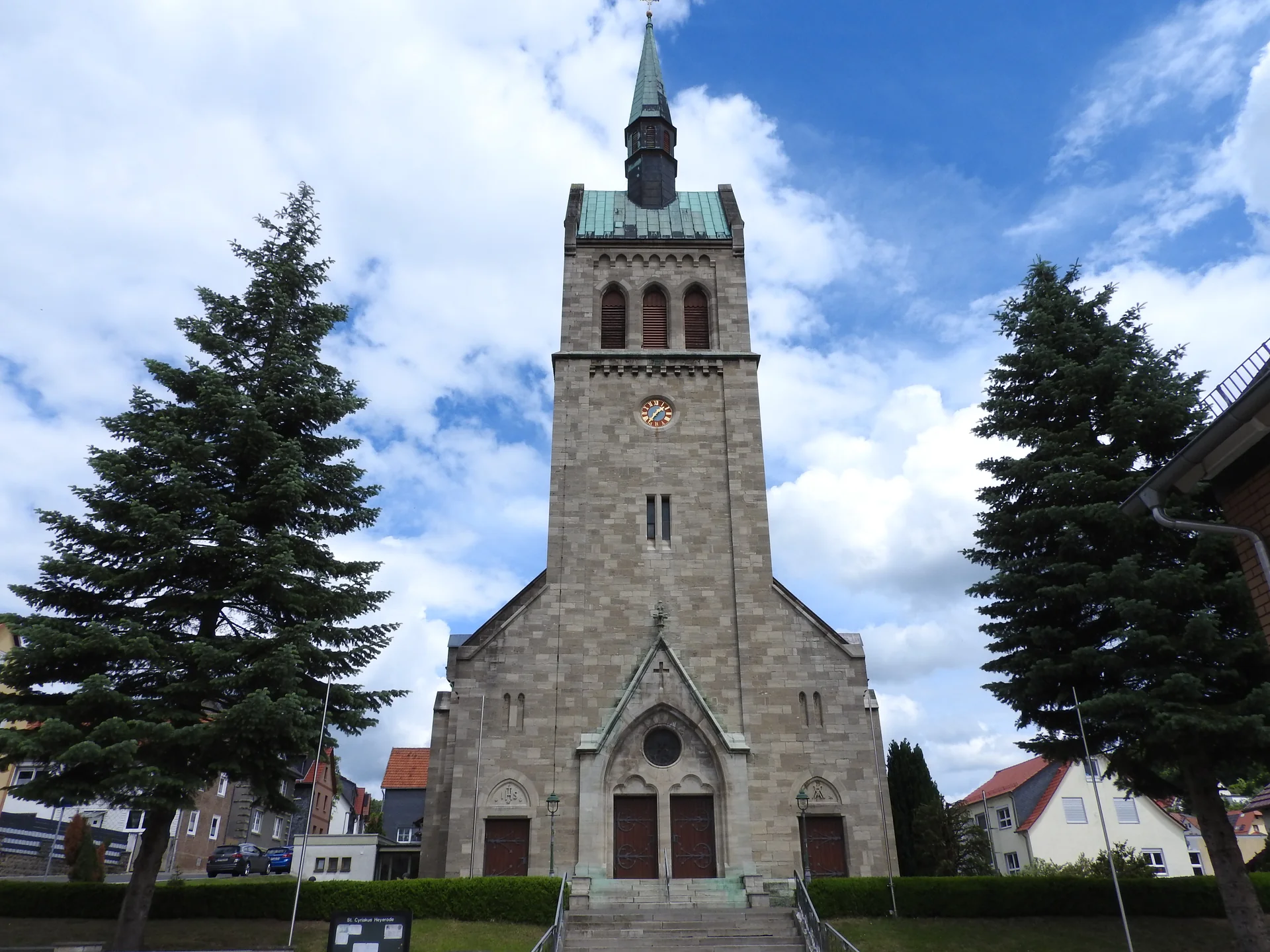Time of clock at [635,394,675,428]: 1:36
